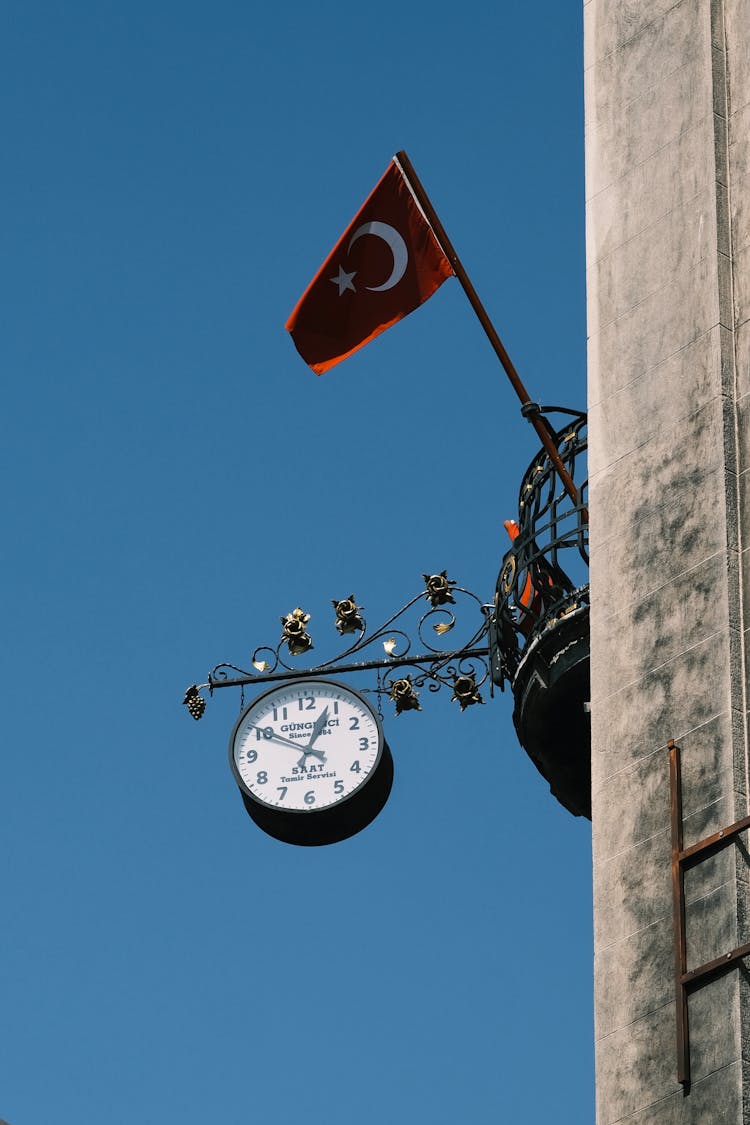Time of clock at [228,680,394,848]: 12:49
